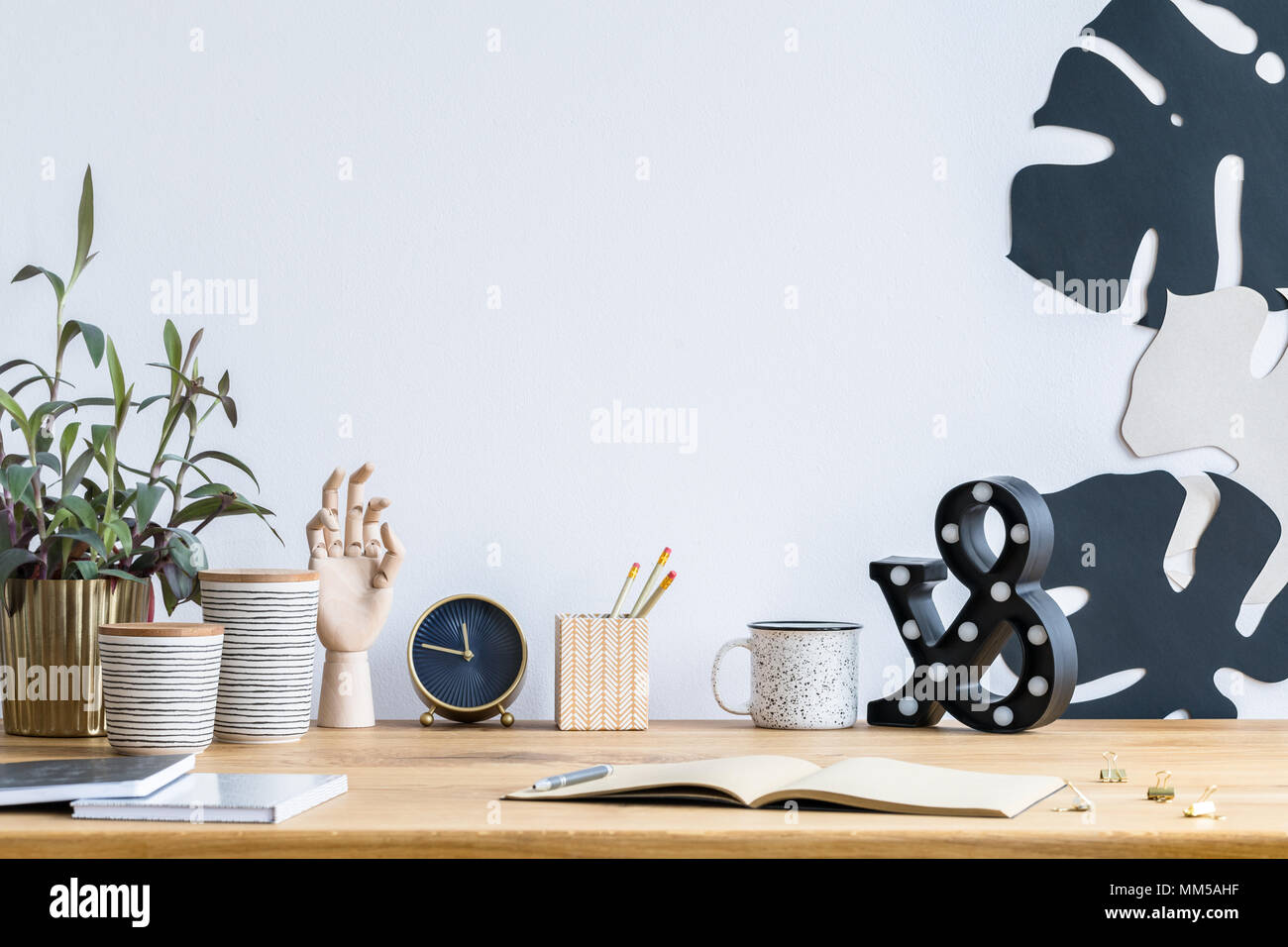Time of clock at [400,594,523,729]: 11:46
